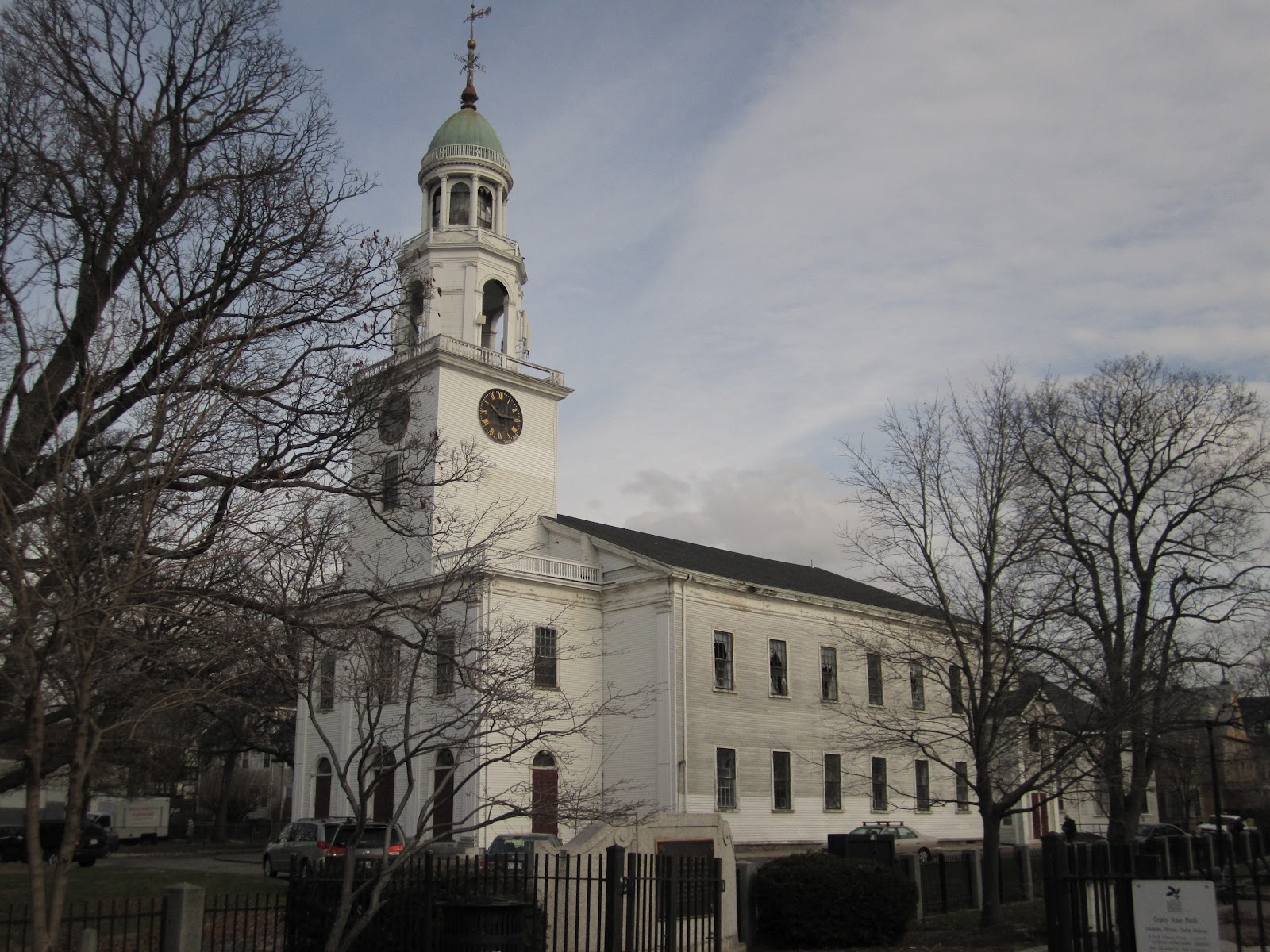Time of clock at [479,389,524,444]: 10:14
